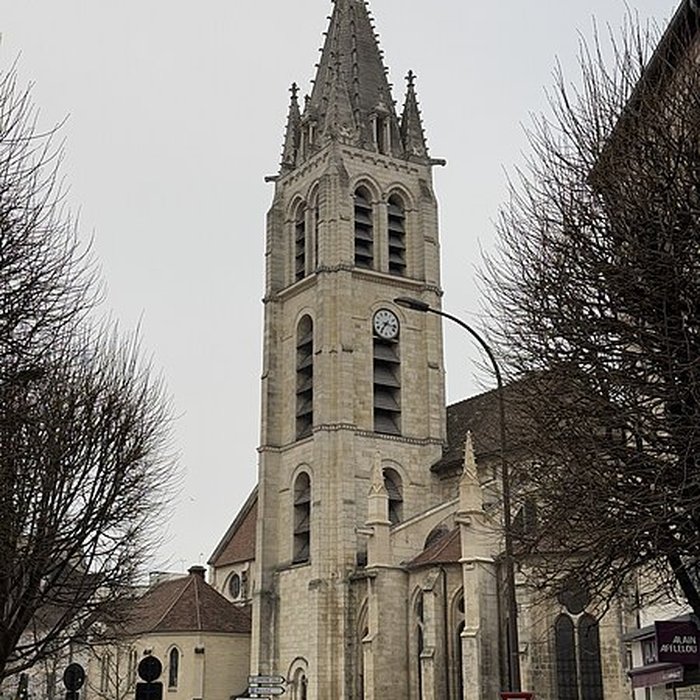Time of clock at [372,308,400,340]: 7:16
